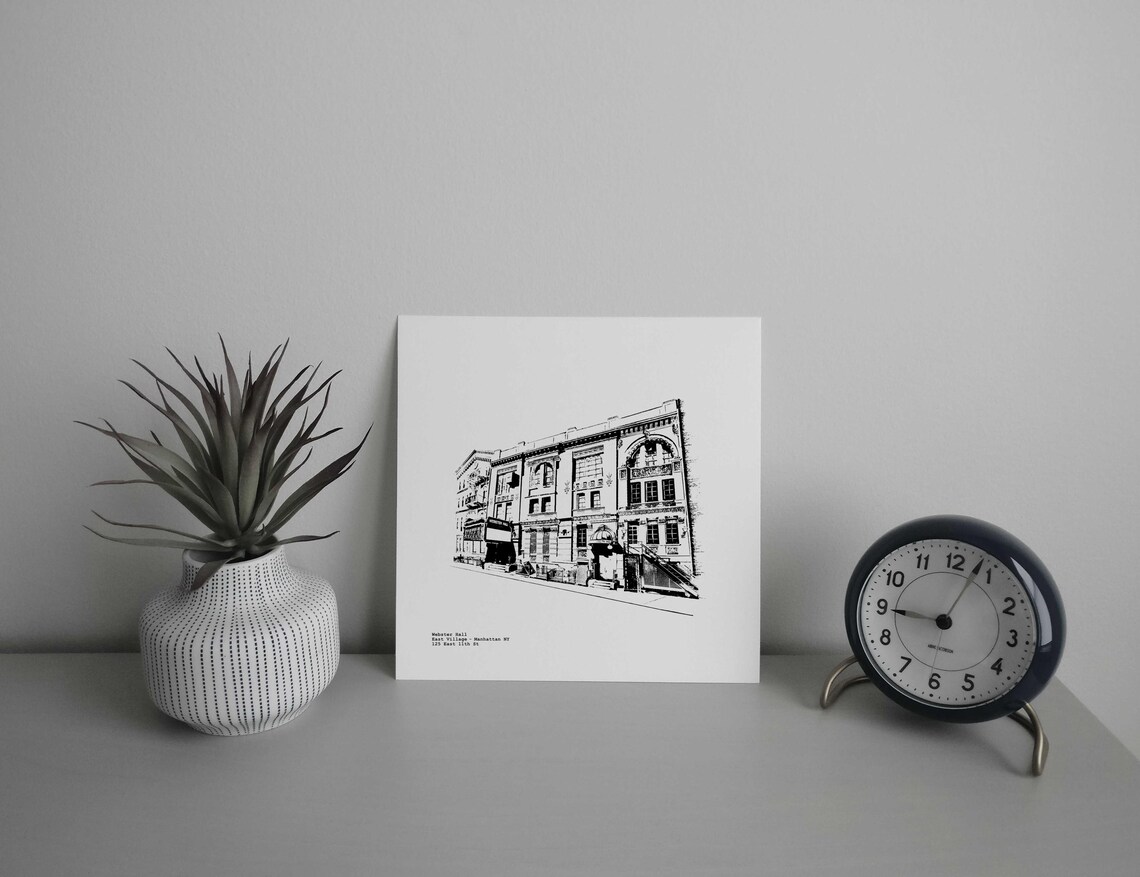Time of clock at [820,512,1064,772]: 9:03
